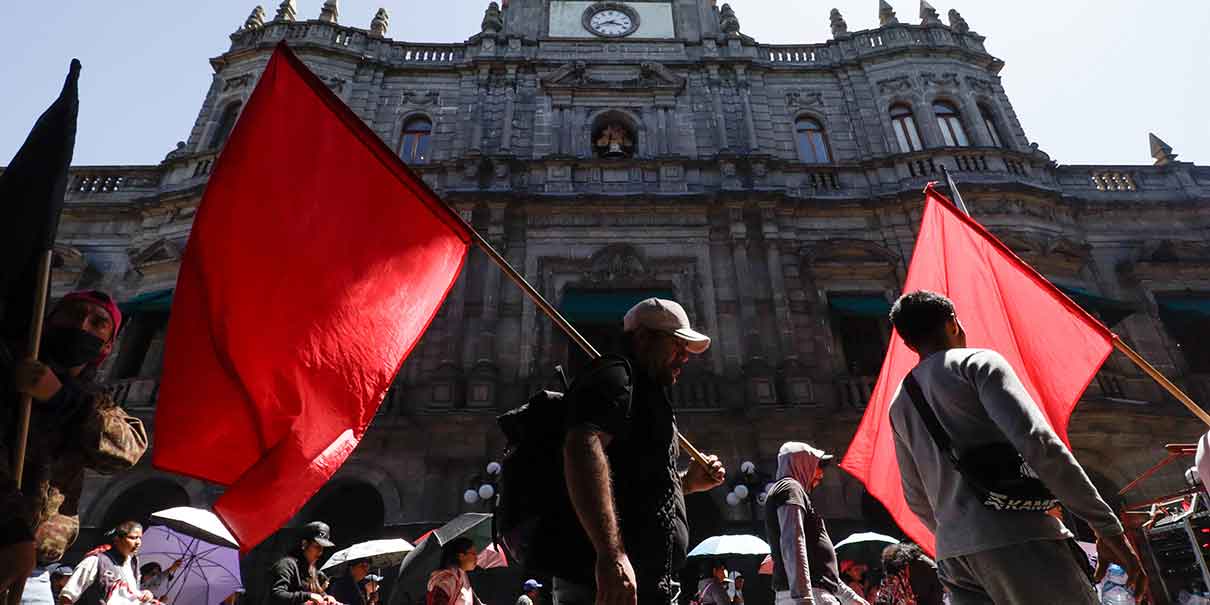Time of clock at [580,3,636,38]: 3:41
